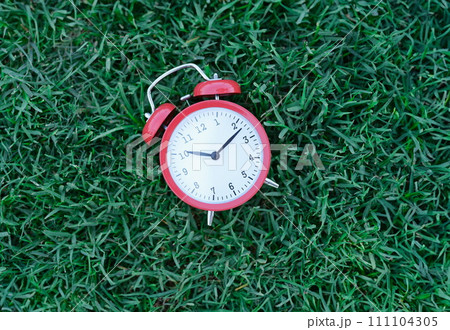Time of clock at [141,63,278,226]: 9:07
